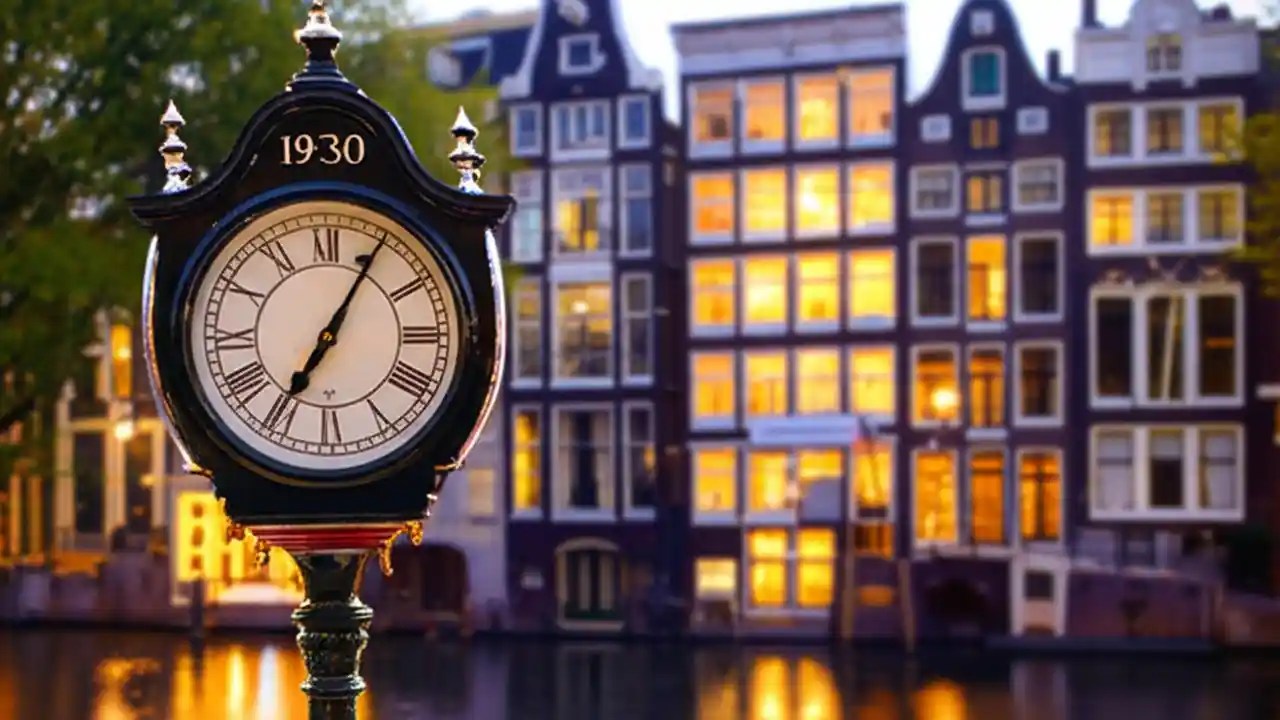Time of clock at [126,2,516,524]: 7:05
